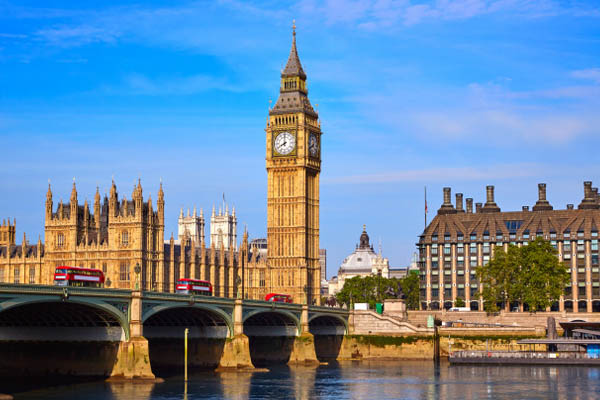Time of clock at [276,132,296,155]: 7:59
